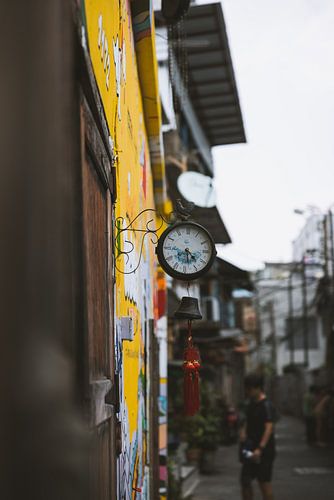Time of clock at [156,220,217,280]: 4:28
